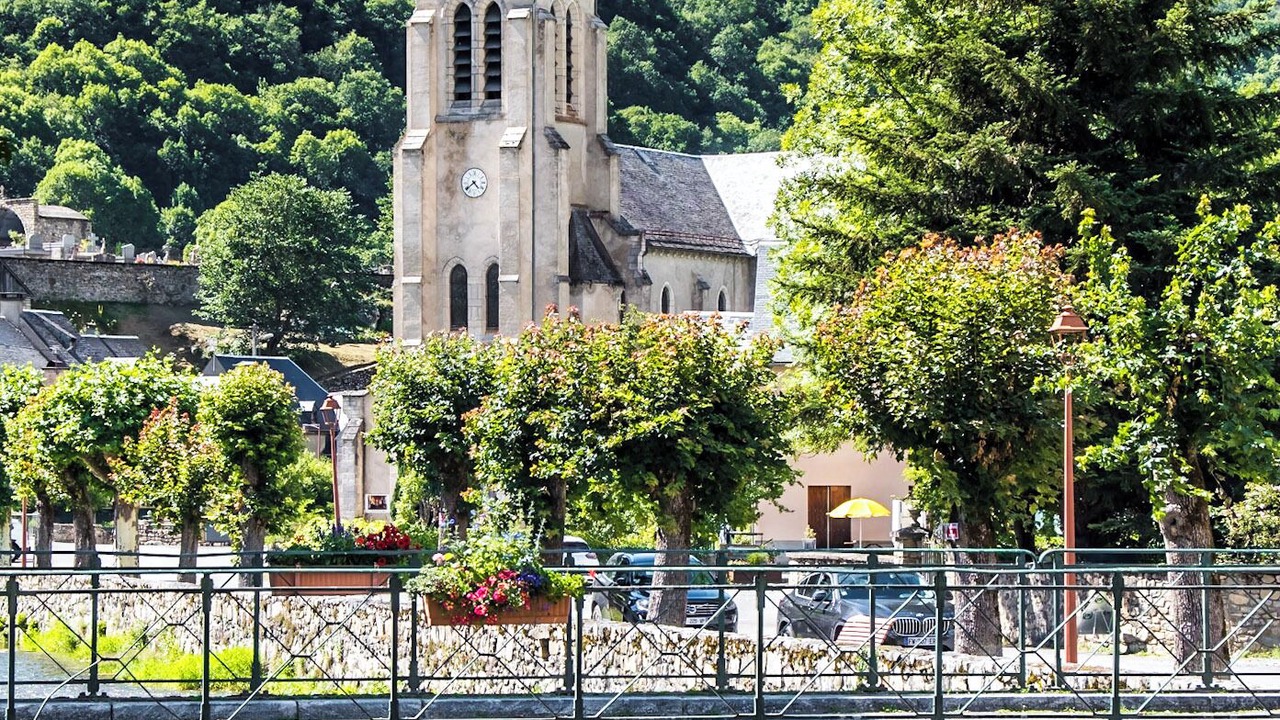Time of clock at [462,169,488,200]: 4:38
